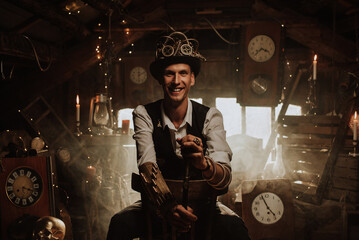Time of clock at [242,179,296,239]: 4:56
